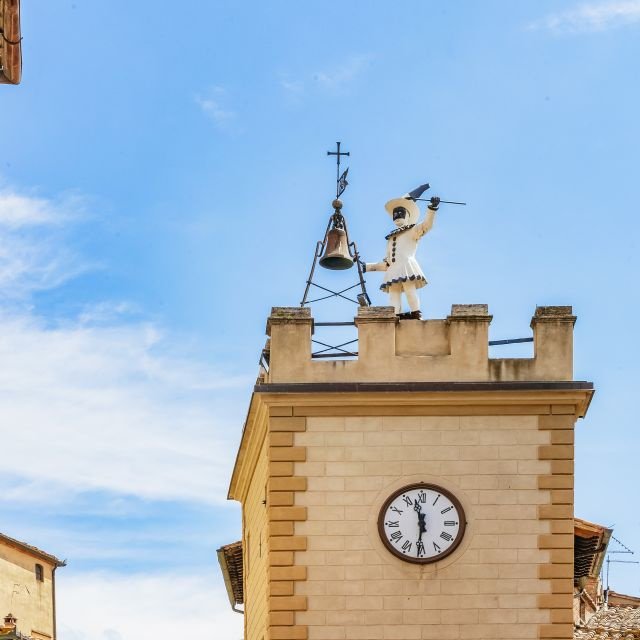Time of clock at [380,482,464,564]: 11:31
